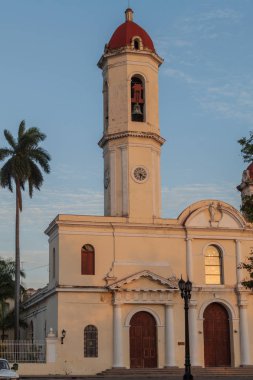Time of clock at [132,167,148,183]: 6:21
